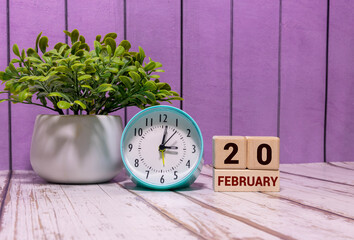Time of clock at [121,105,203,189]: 3:01
